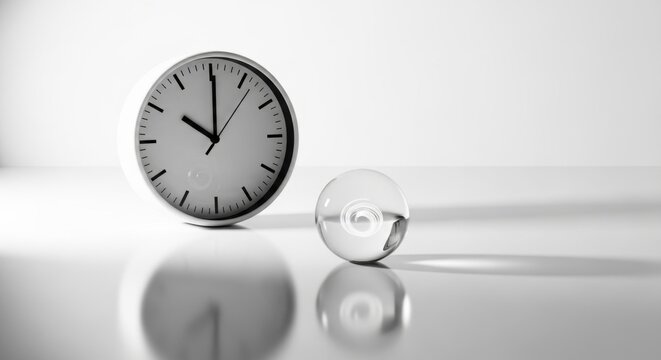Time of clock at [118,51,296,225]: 10:00
